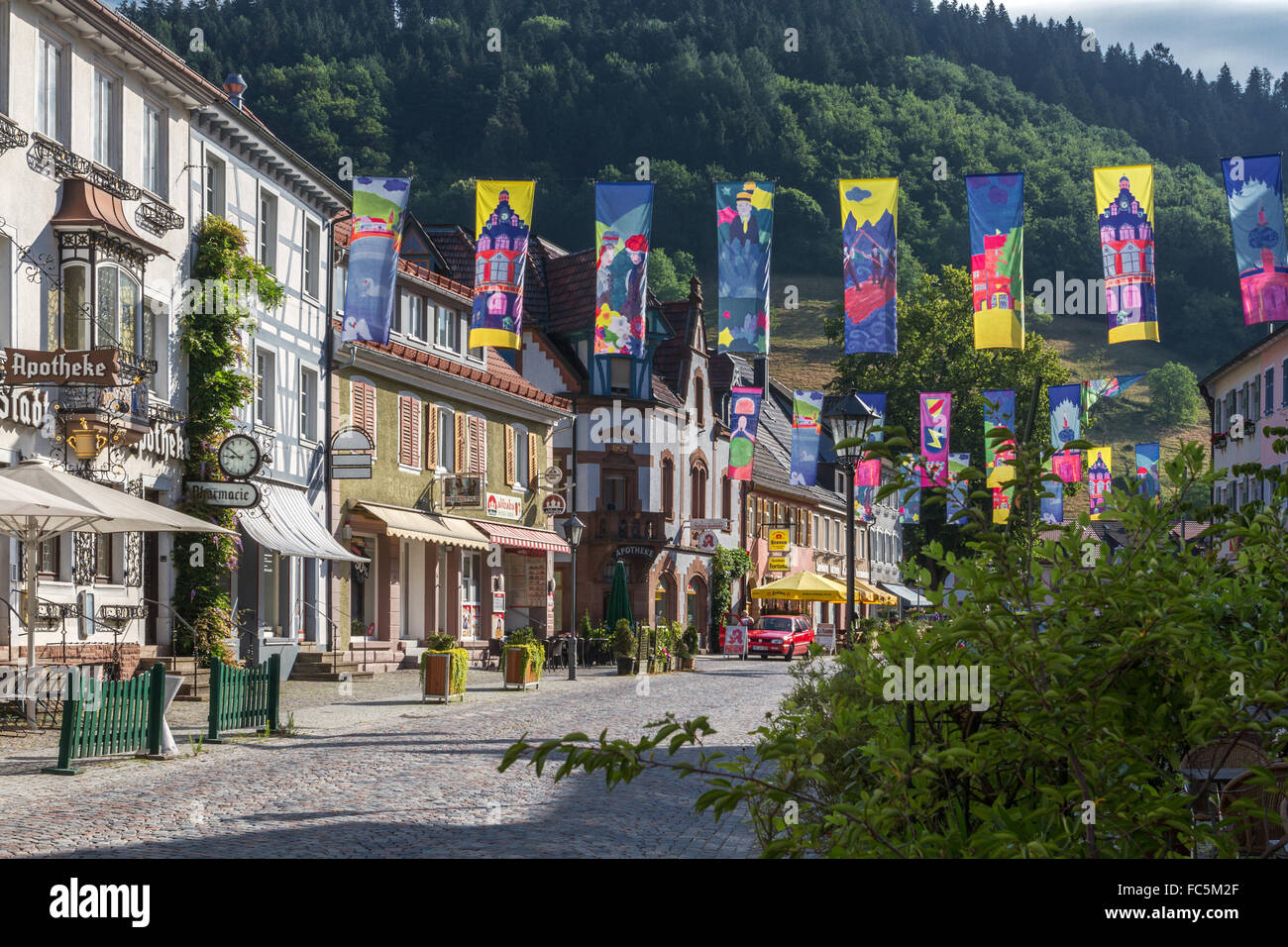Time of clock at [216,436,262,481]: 8:50
